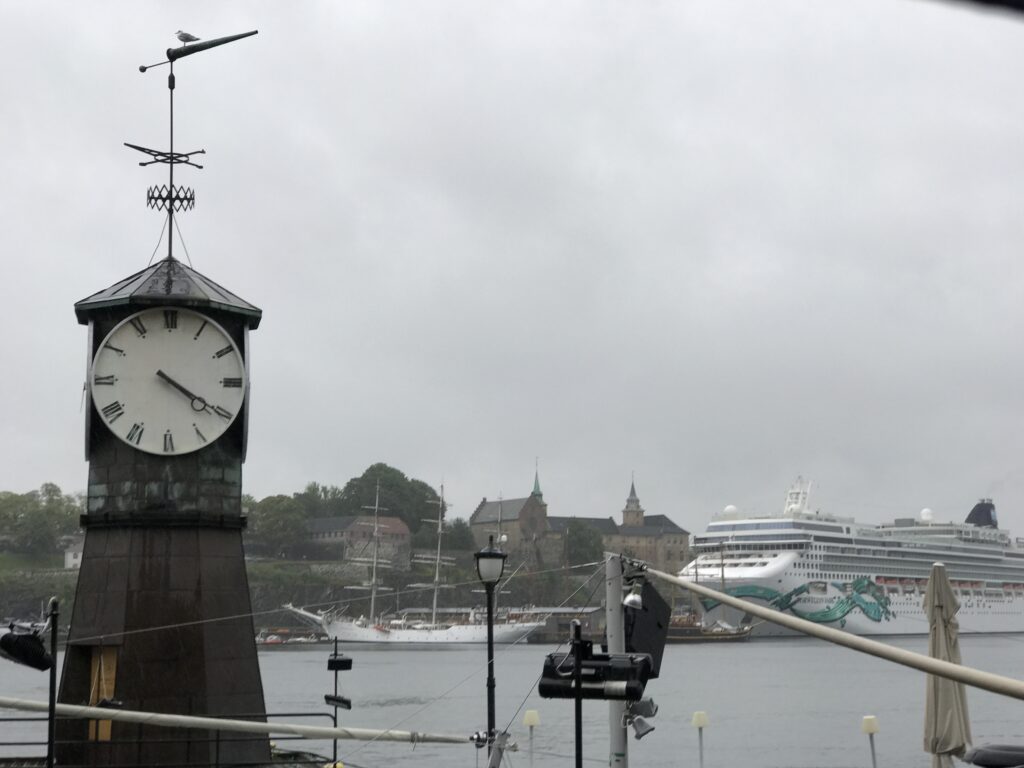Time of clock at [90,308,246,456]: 4:20
